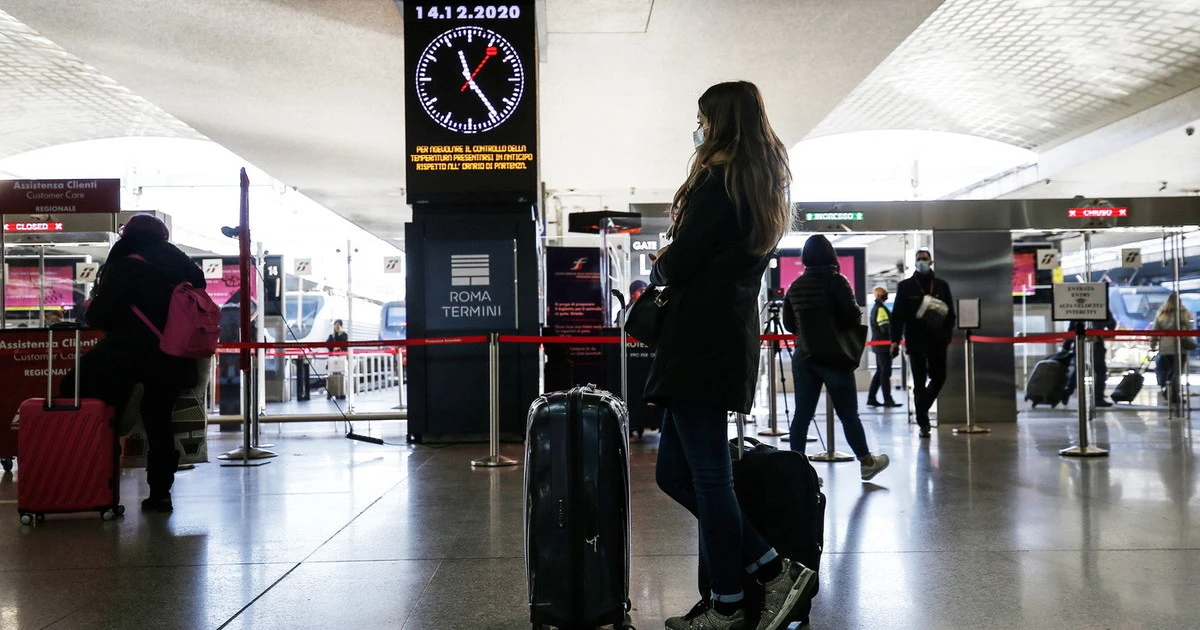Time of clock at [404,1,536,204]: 11:24
